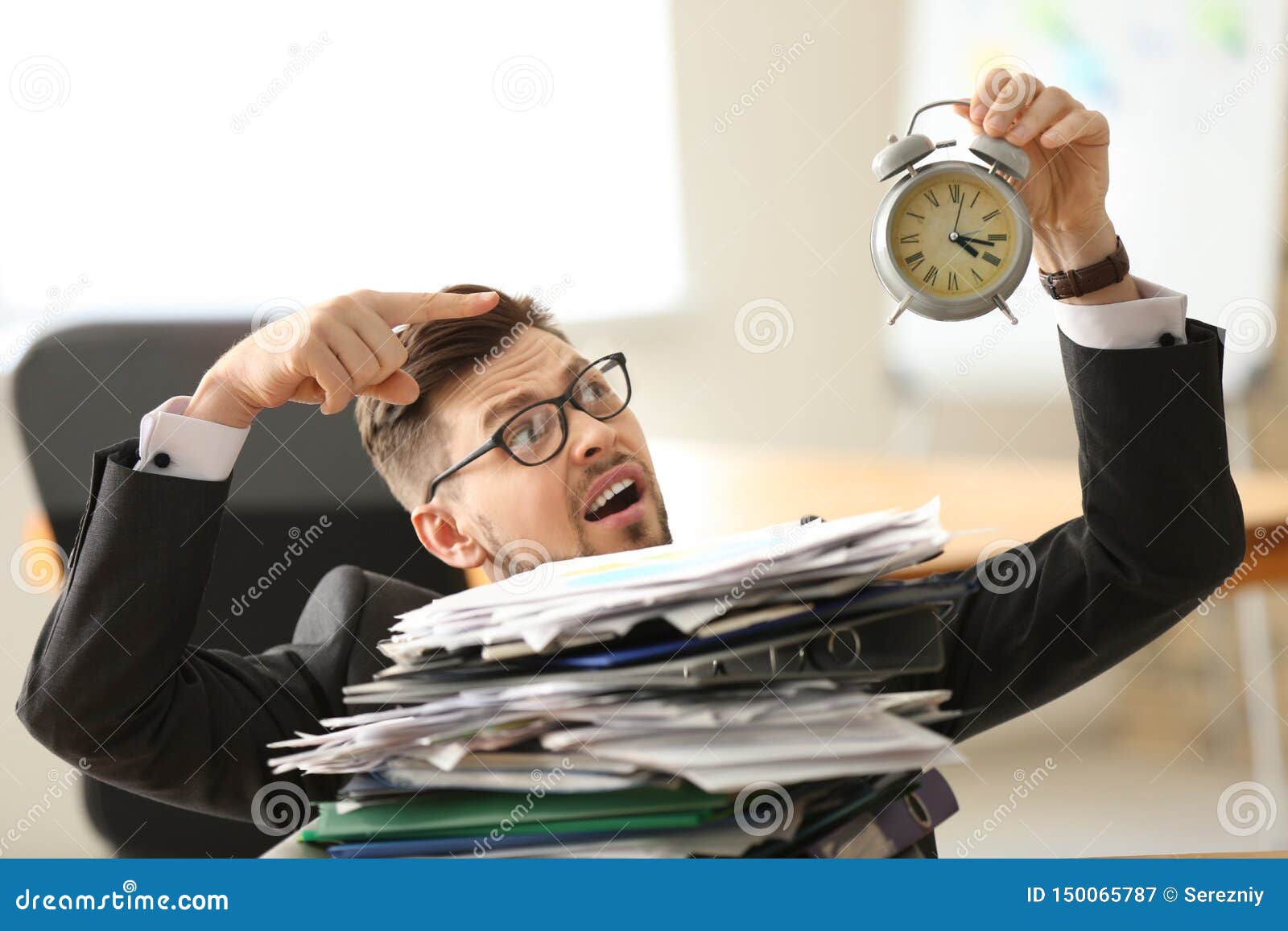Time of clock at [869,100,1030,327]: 4:16
